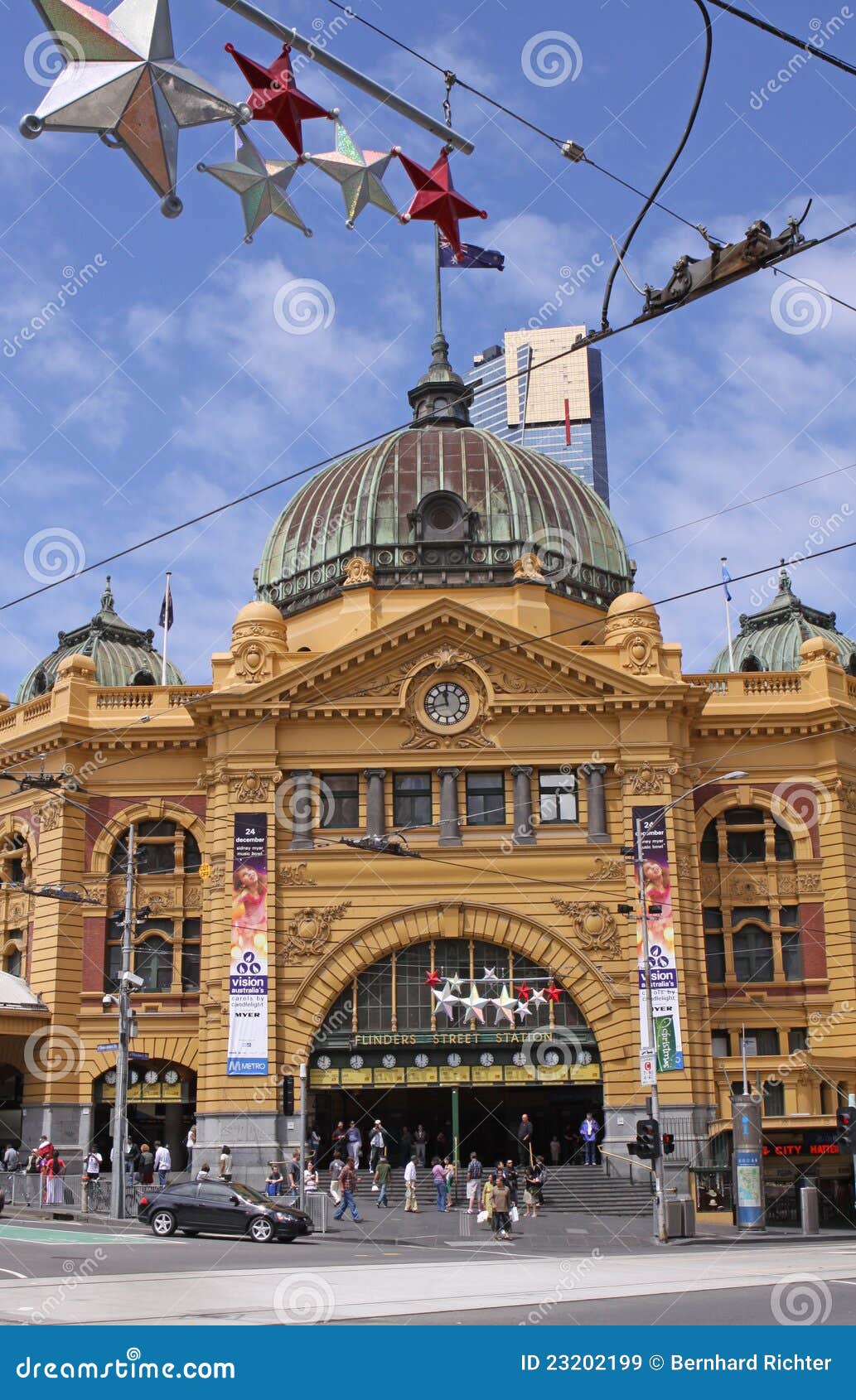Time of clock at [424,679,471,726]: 11:42
